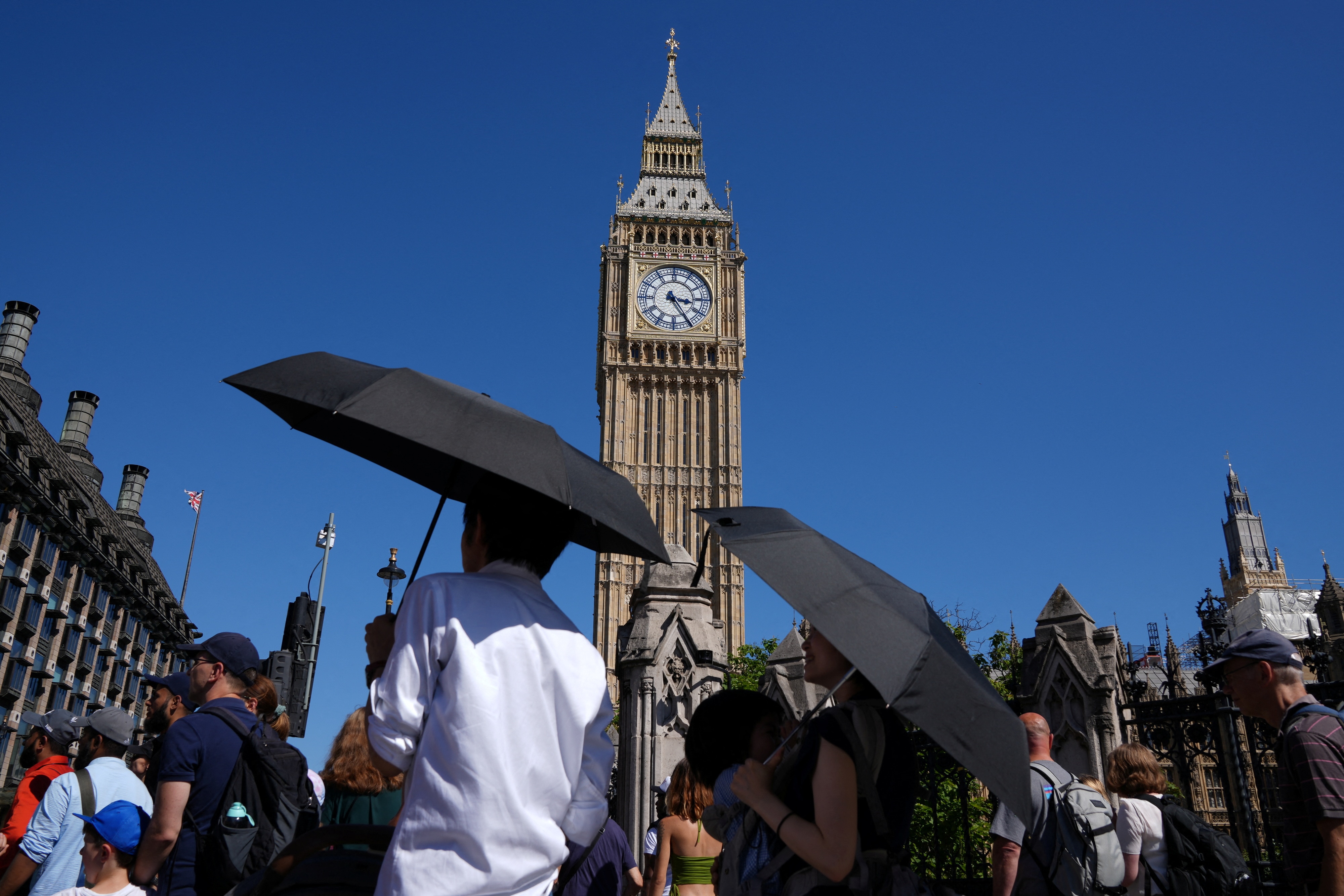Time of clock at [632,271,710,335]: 3:24
